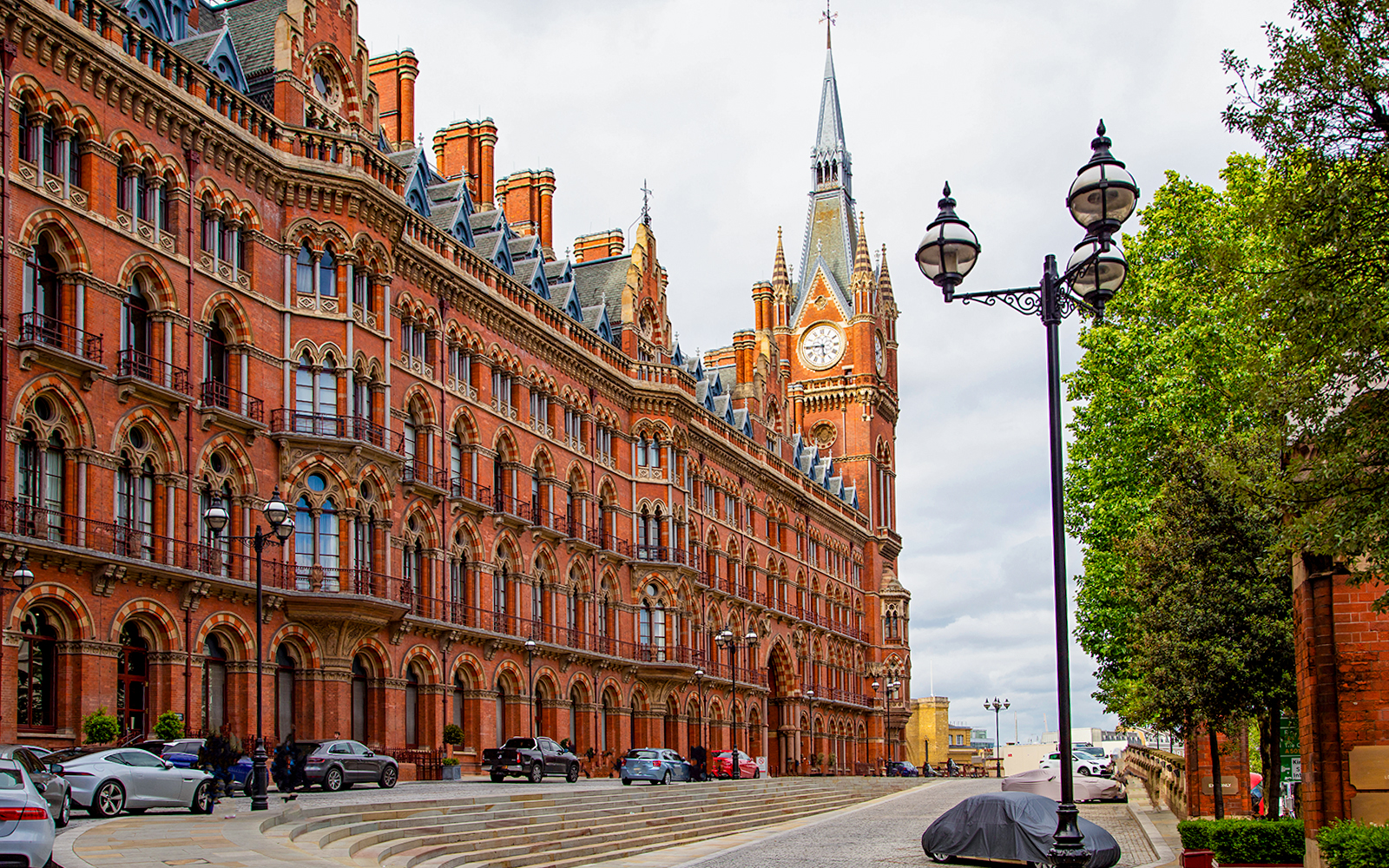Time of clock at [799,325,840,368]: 5:44
